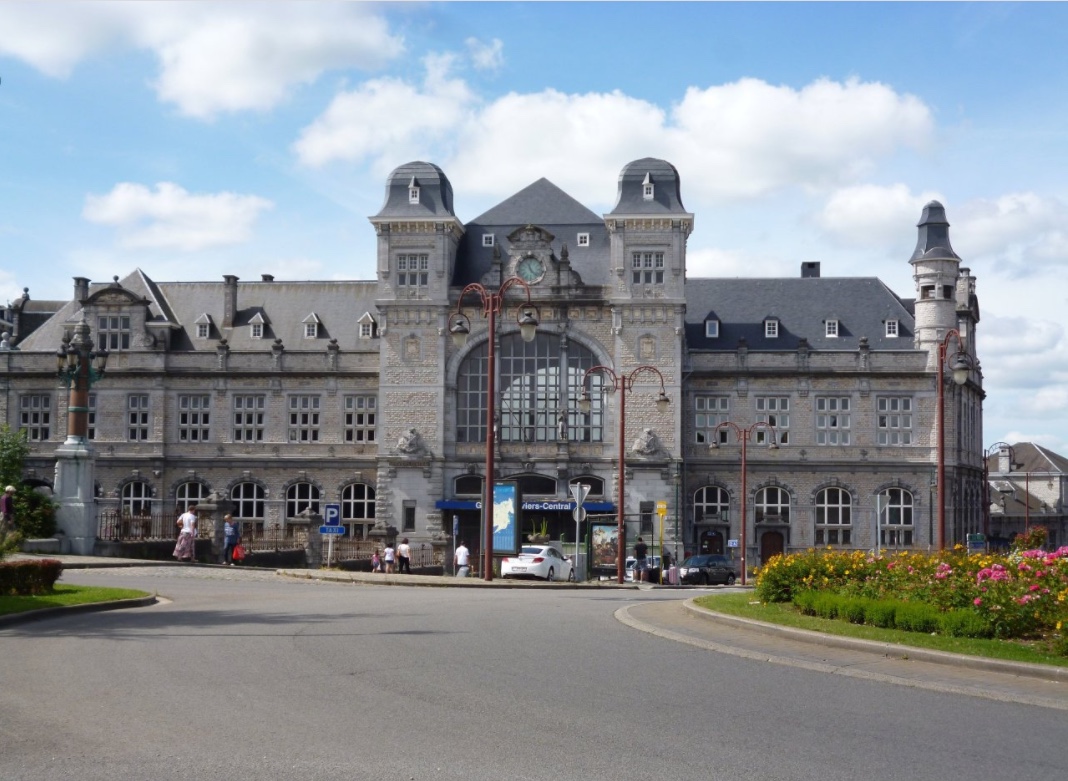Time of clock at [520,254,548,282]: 11:22
